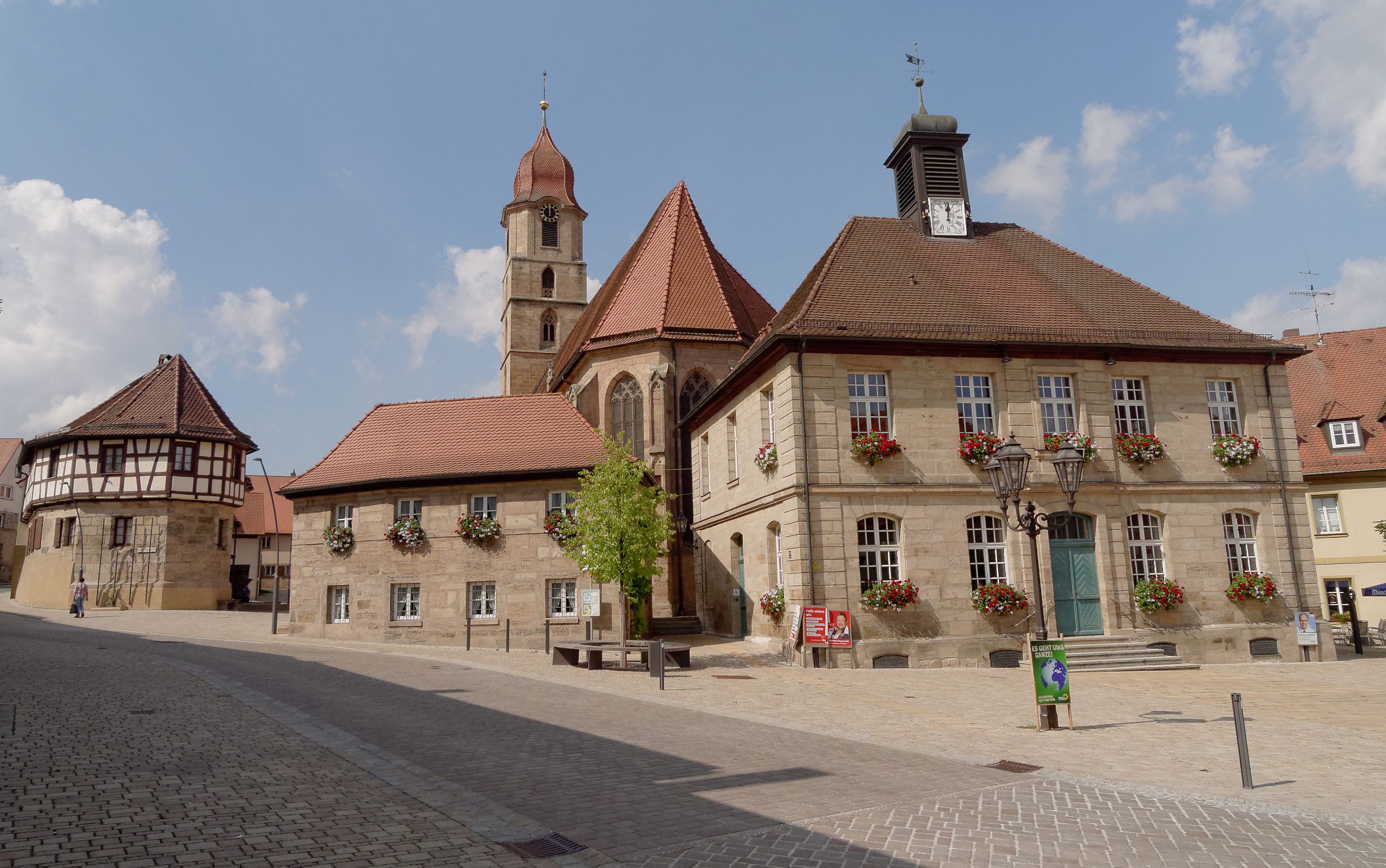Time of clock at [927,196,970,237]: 12:01
